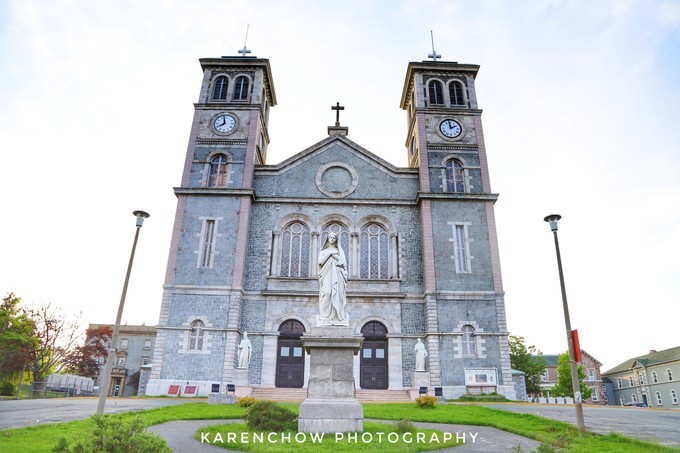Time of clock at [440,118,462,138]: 1:59
